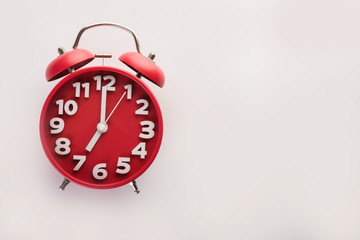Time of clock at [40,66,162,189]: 7:00
